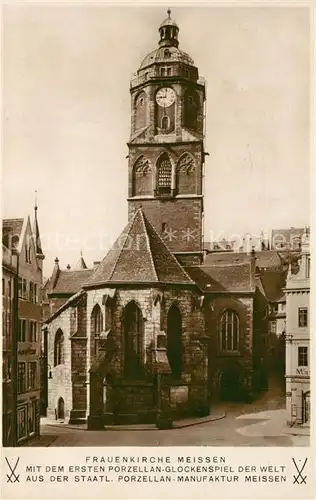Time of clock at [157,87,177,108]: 9:01
